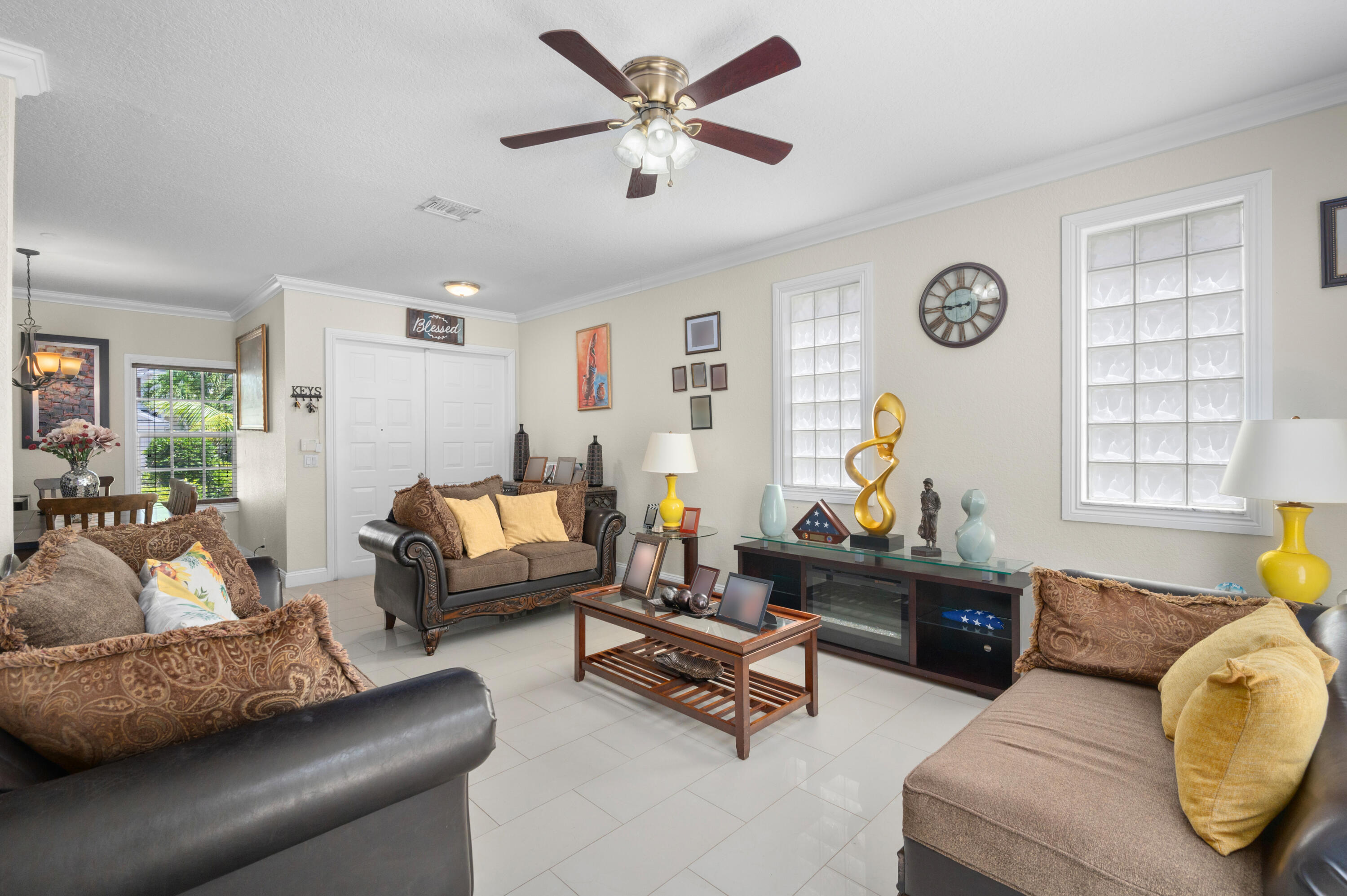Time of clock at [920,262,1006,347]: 8:45
